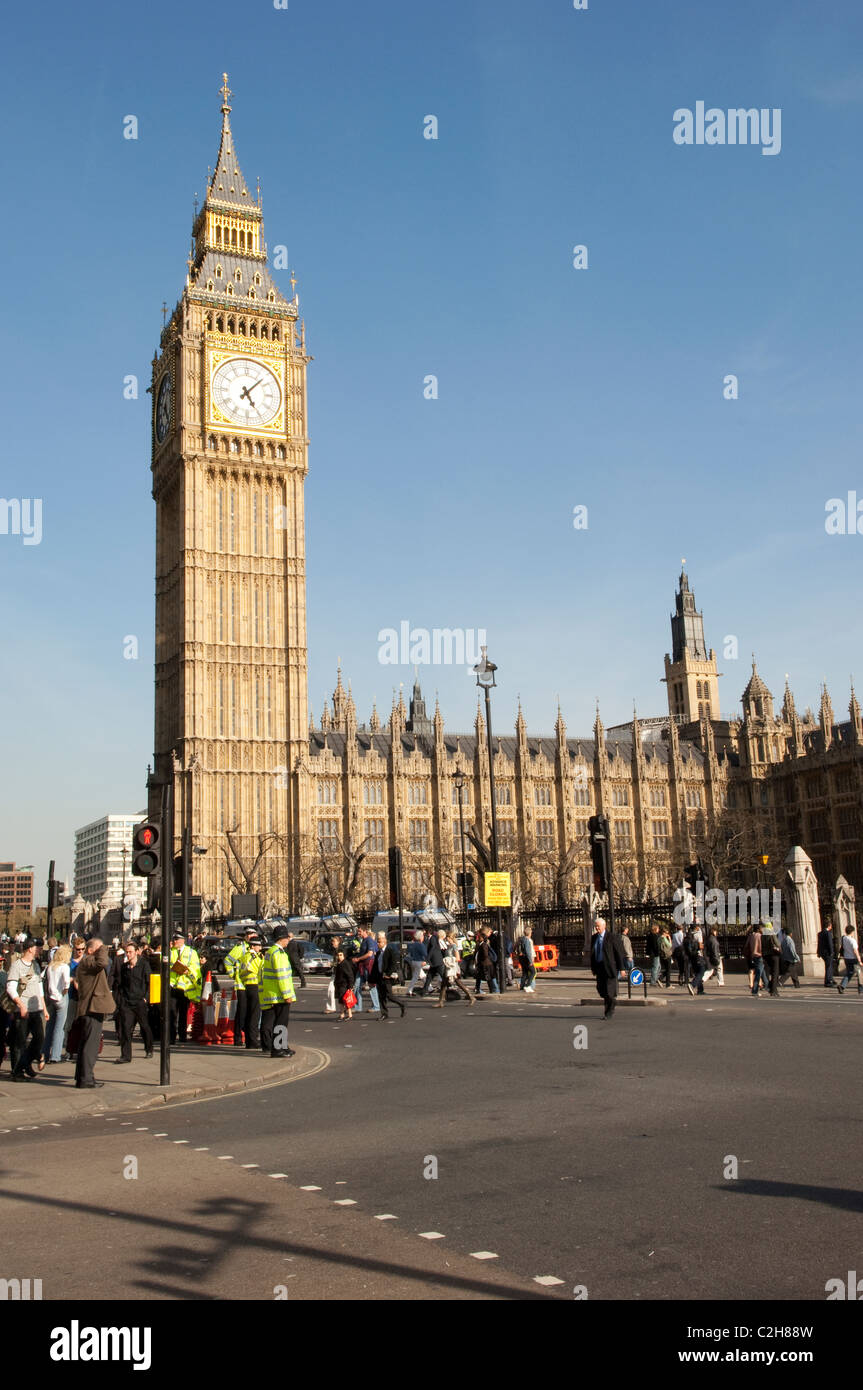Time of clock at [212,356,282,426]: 5:07
